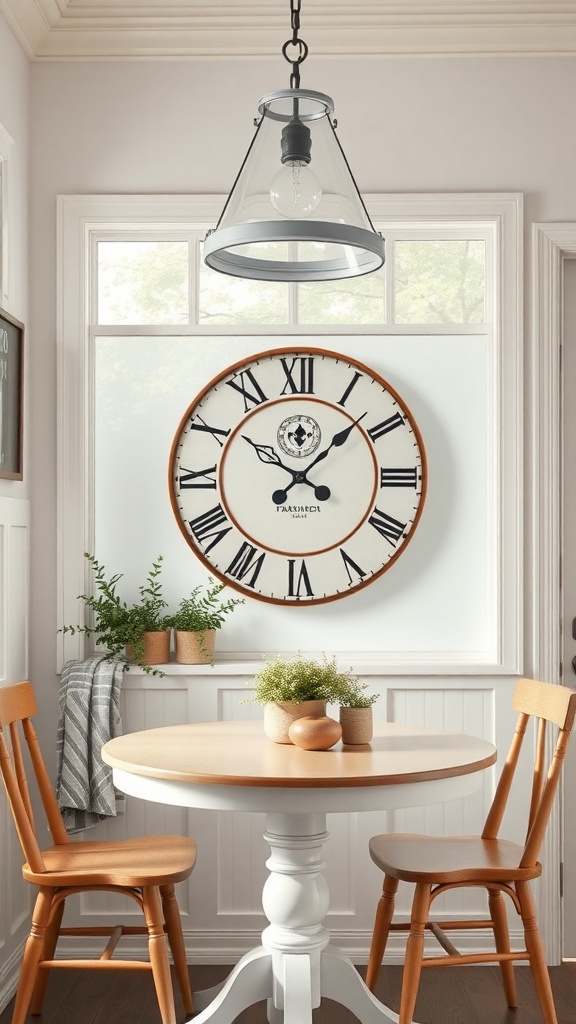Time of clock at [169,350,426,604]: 10:07
